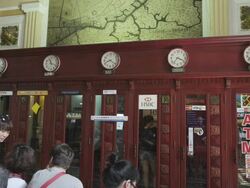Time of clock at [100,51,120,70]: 8:21
